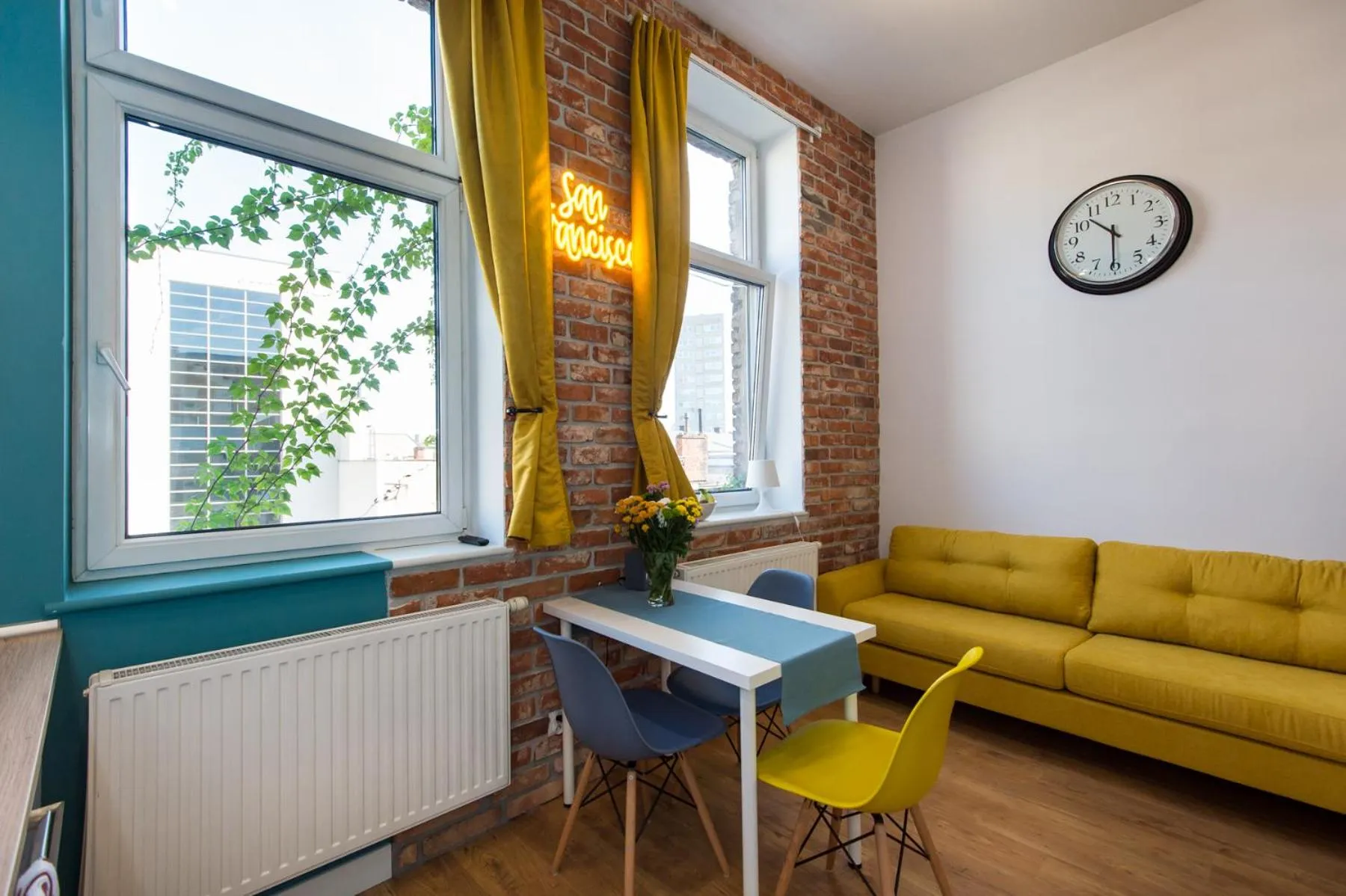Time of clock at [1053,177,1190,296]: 10:30
